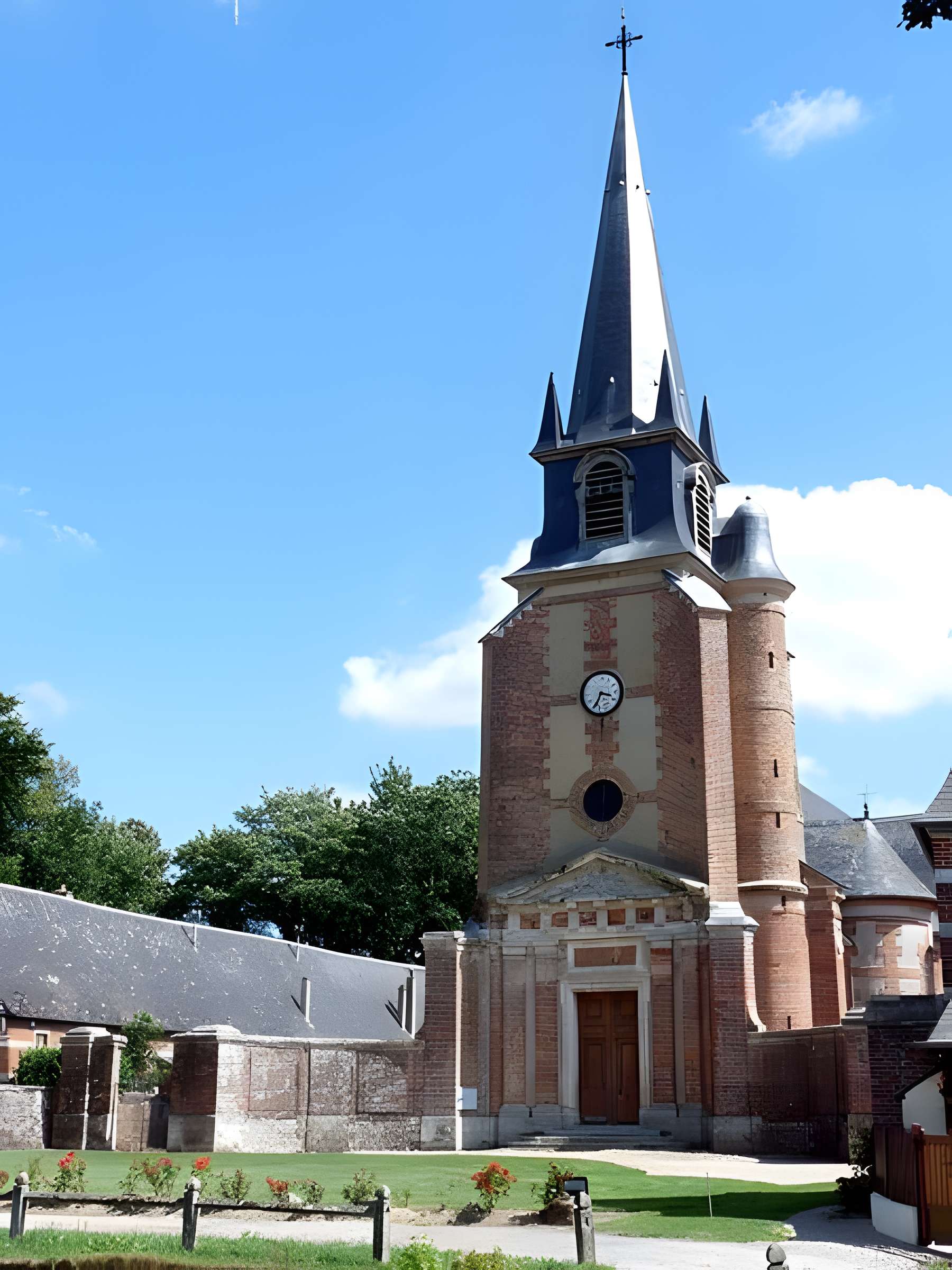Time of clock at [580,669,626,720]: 3:34
